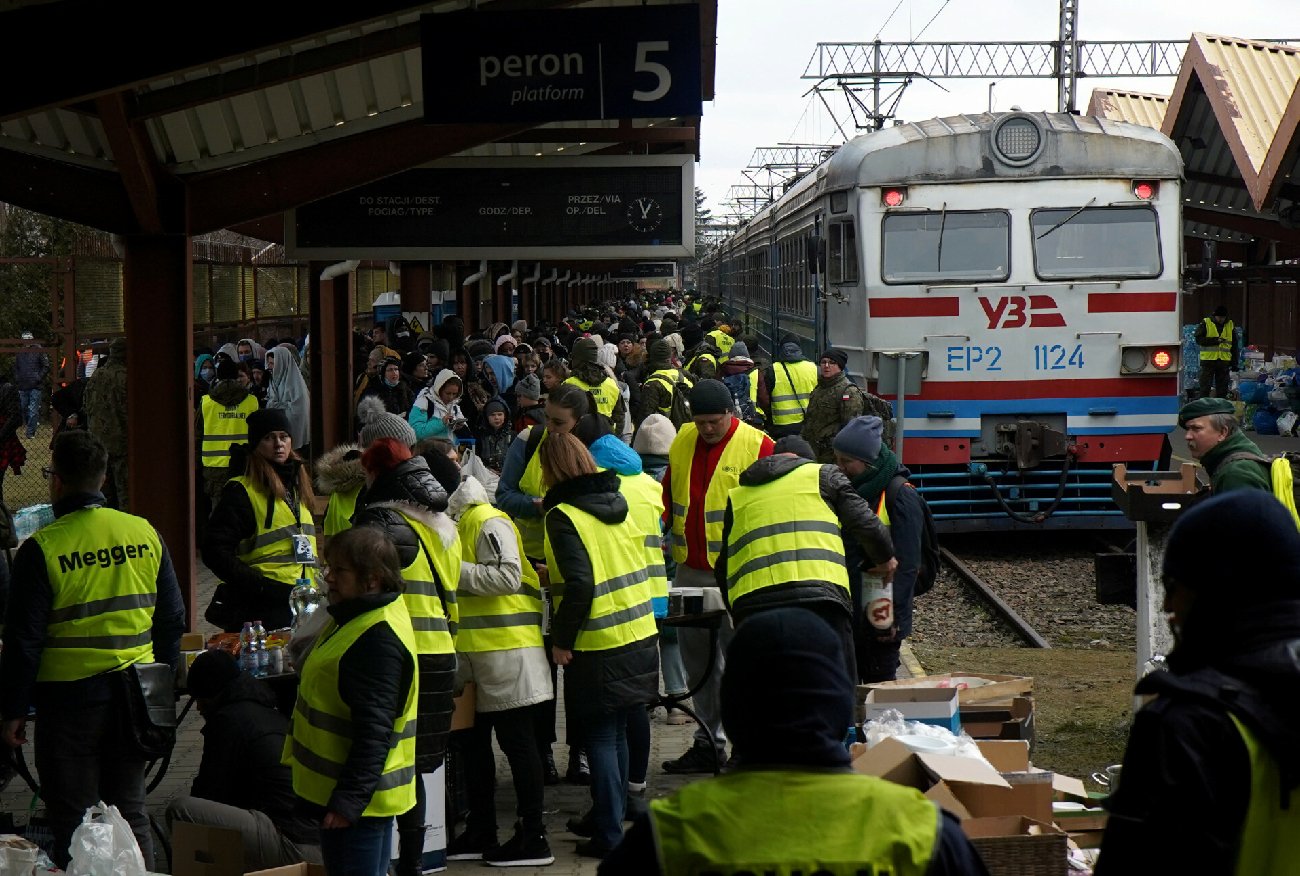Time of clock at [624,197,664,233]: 12:57
